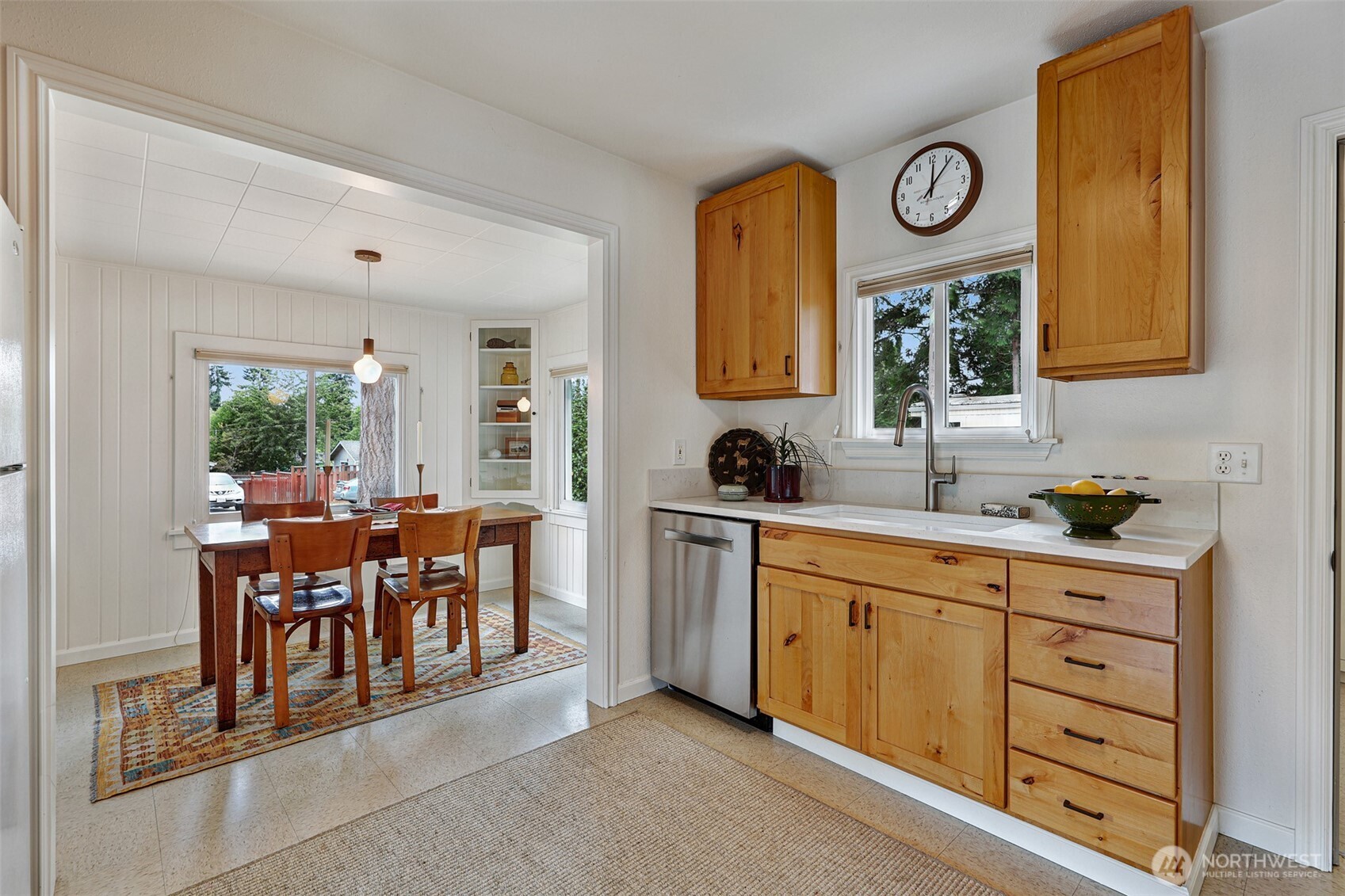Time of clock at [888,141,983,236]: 12:06
